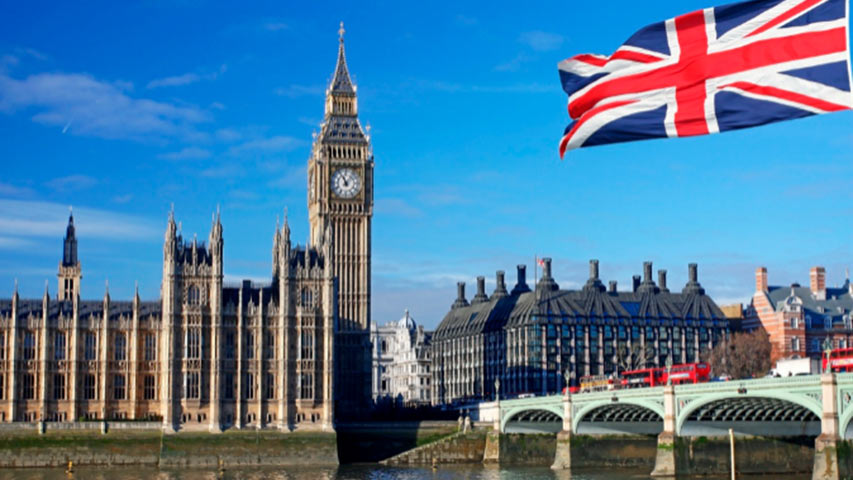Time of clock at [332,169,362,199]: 11:07
